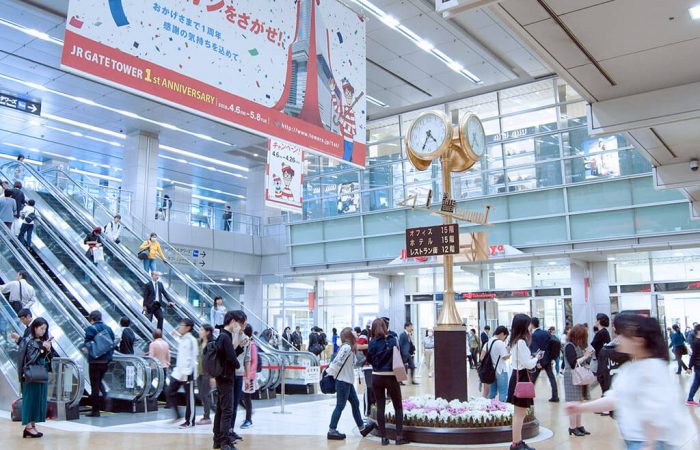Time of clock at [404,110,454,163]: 4:34
